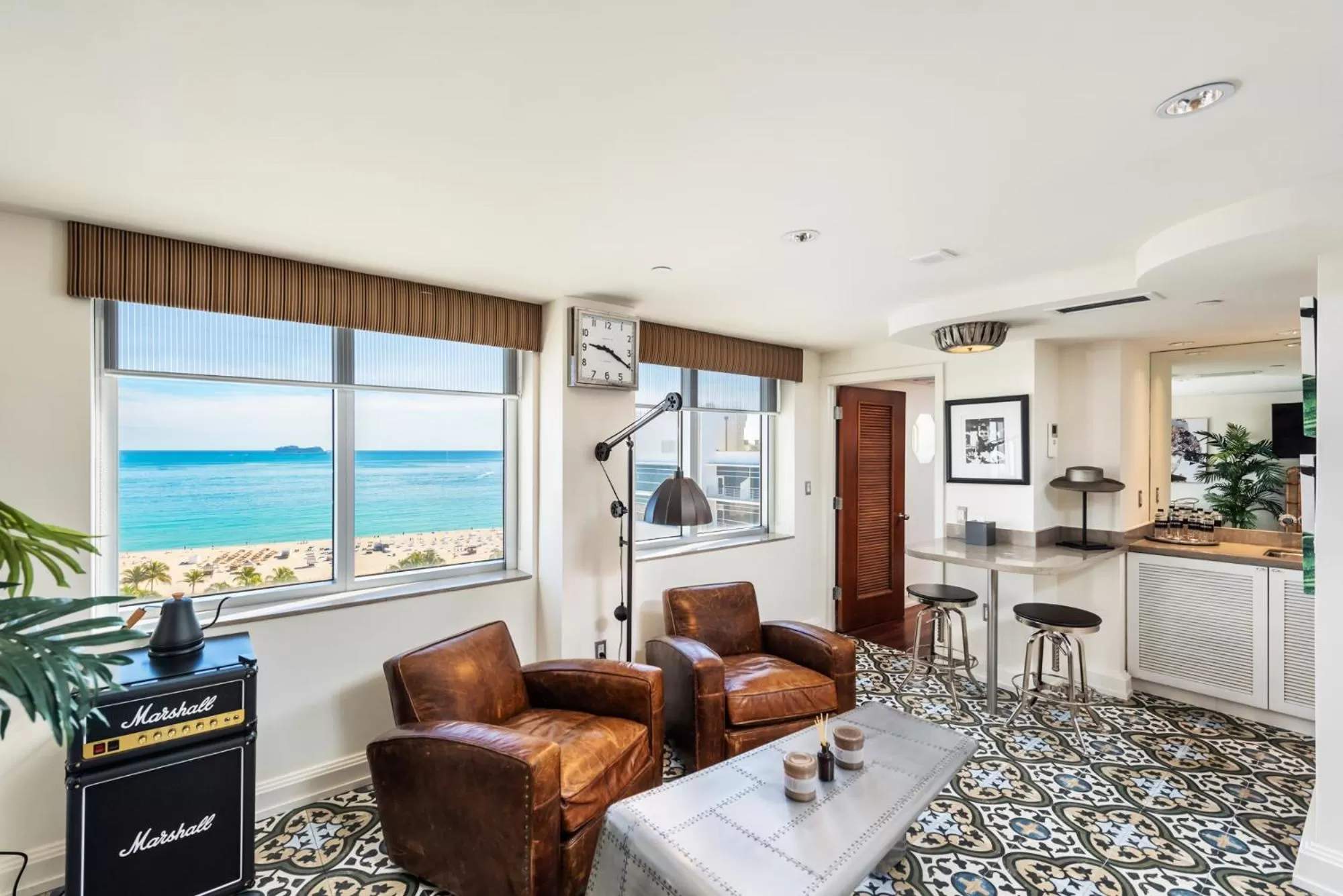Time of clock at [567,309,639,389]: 9:20
